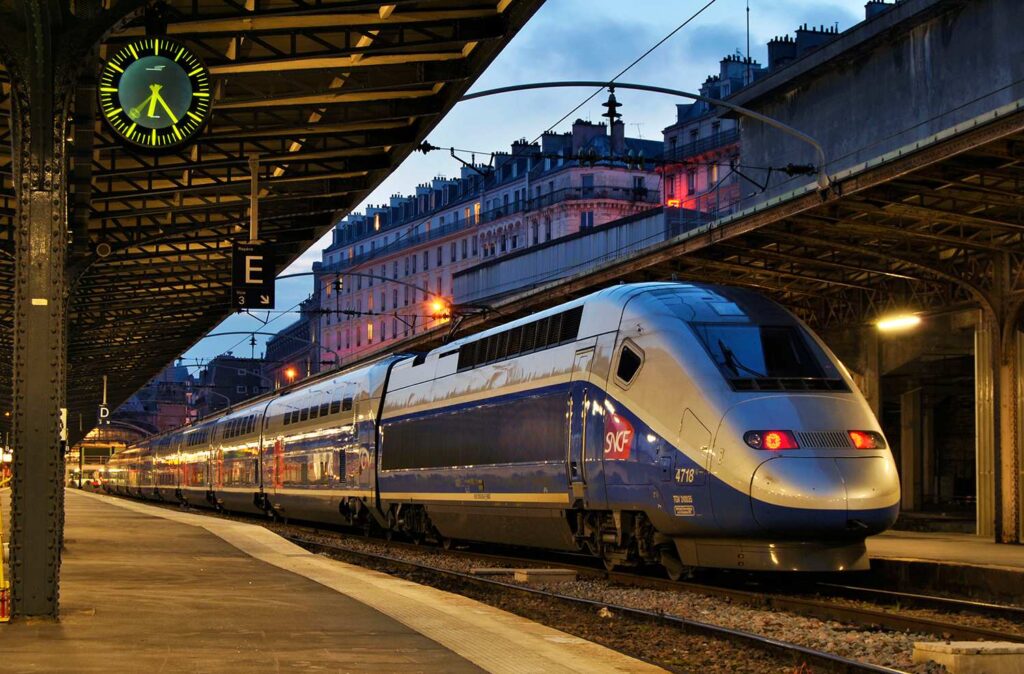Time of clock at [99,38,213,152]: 6:24
